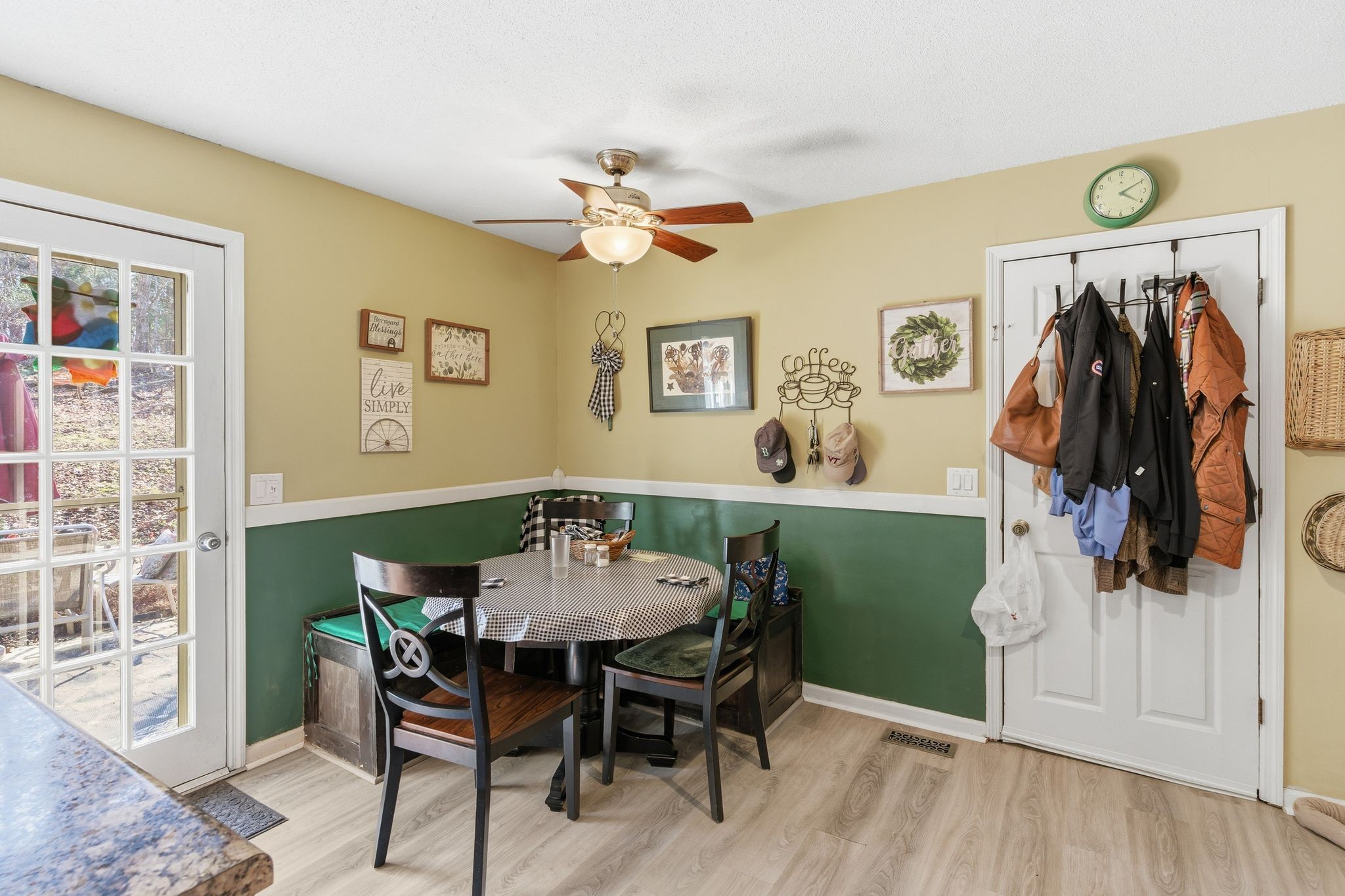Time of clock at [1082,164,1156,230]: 4:10
